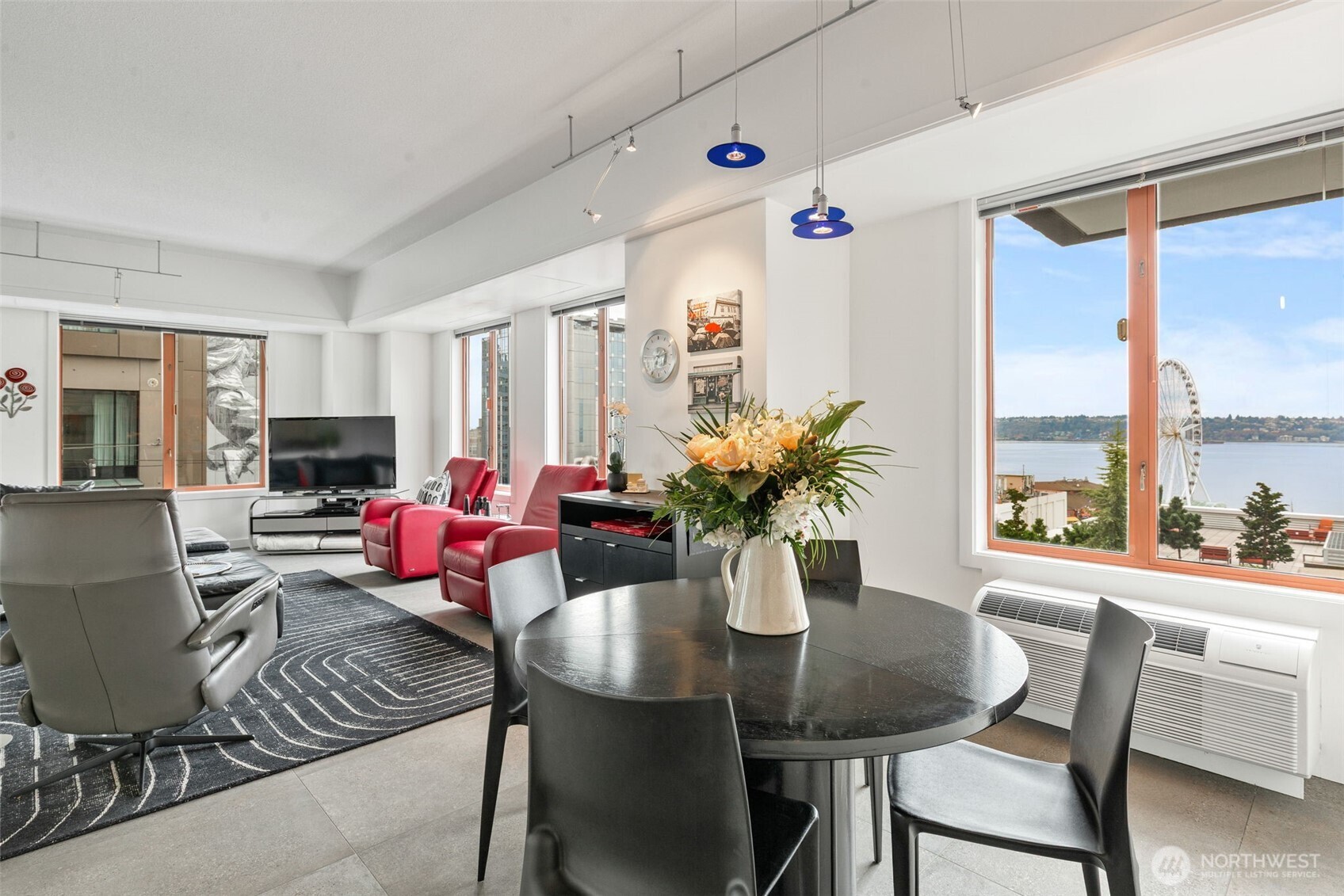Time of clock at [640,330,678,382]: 2:34
